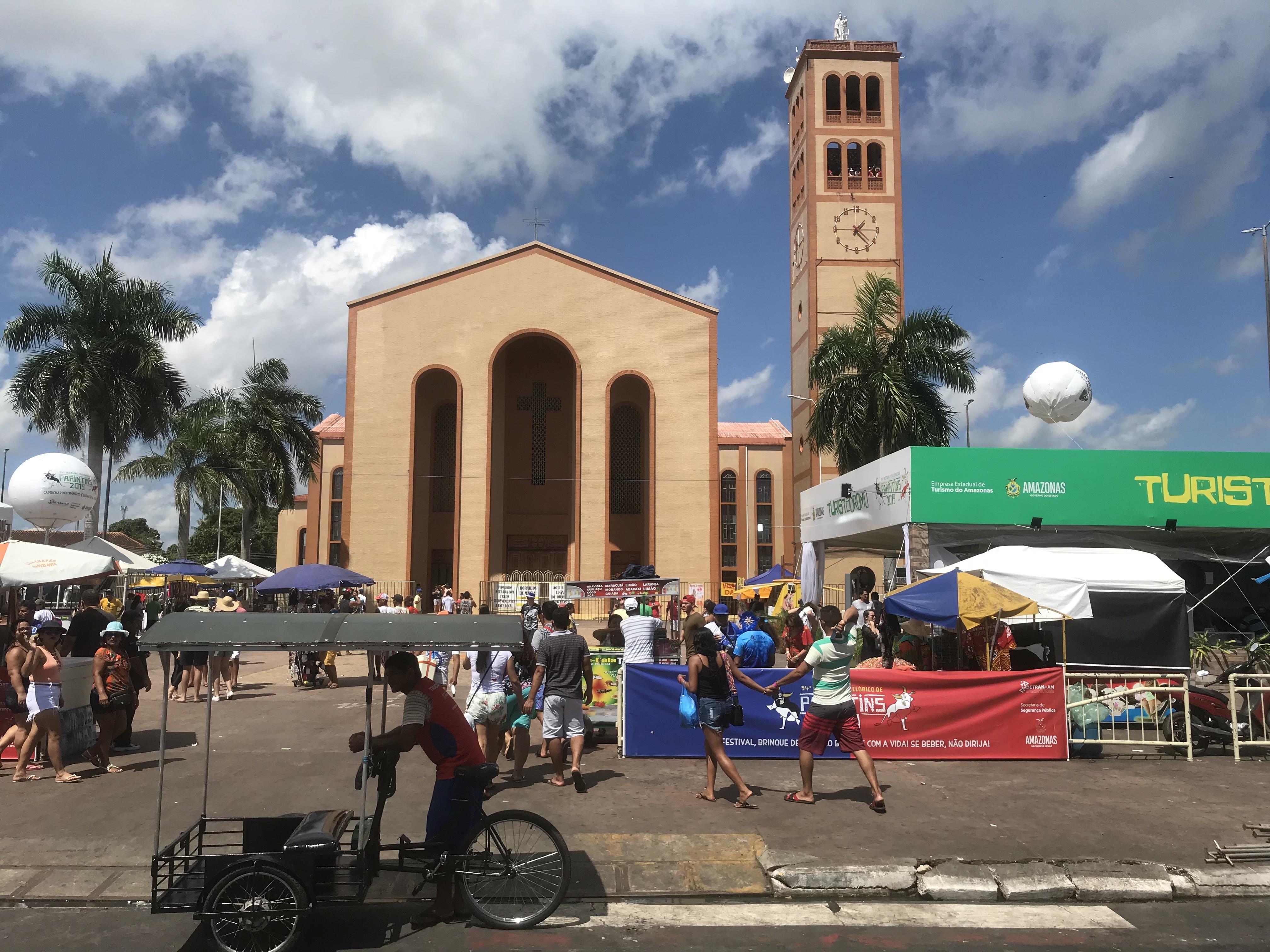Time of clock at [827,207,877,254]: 1:22
